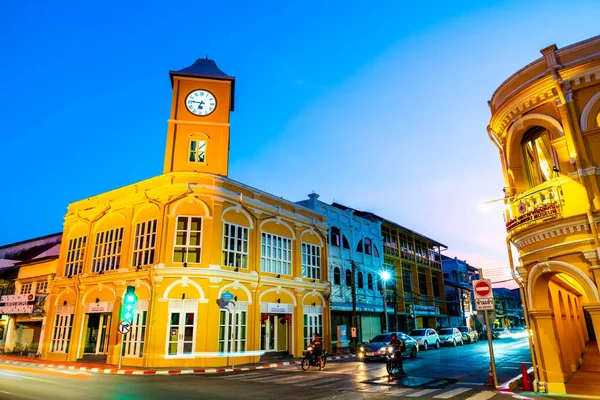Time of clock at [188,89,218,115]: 6:46
